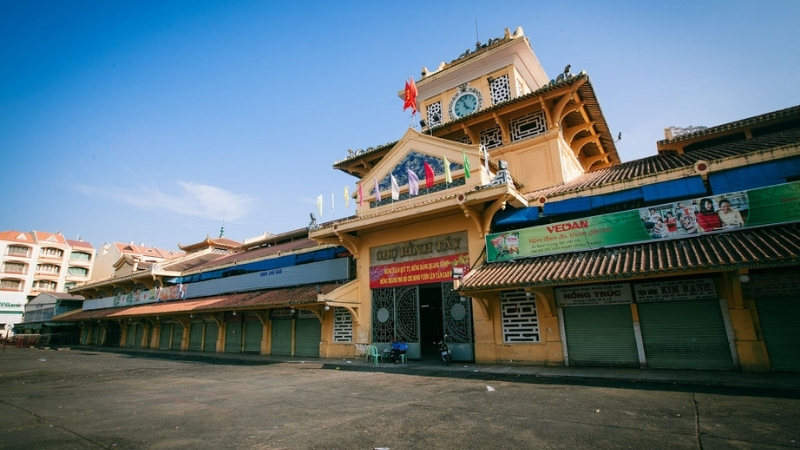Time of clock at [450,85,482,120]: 11:21
